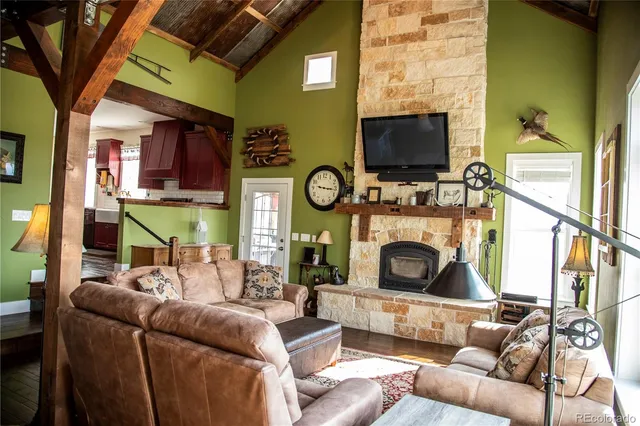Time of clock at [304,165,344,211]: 9:16
